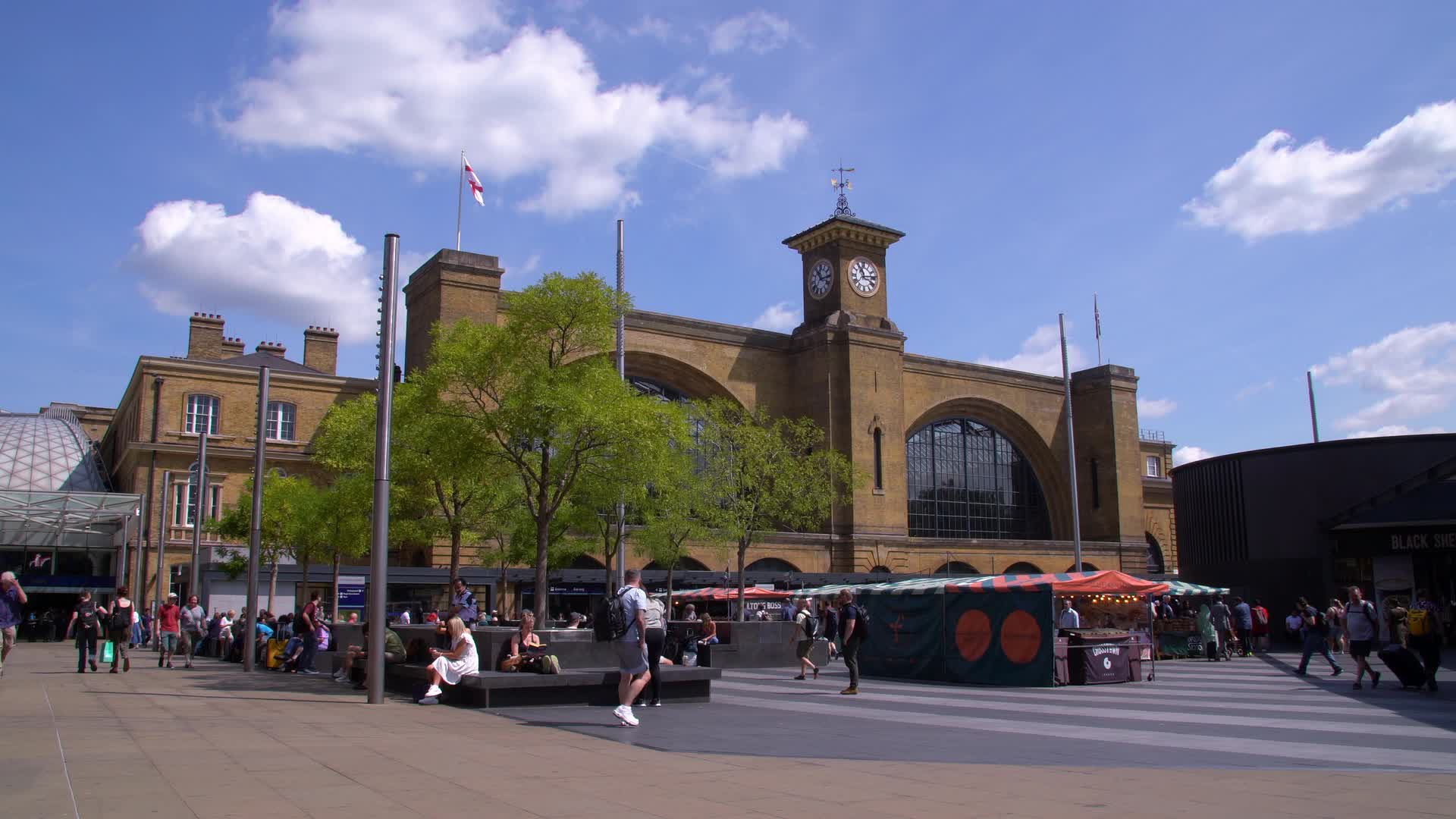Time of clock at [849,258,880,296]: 11:13
